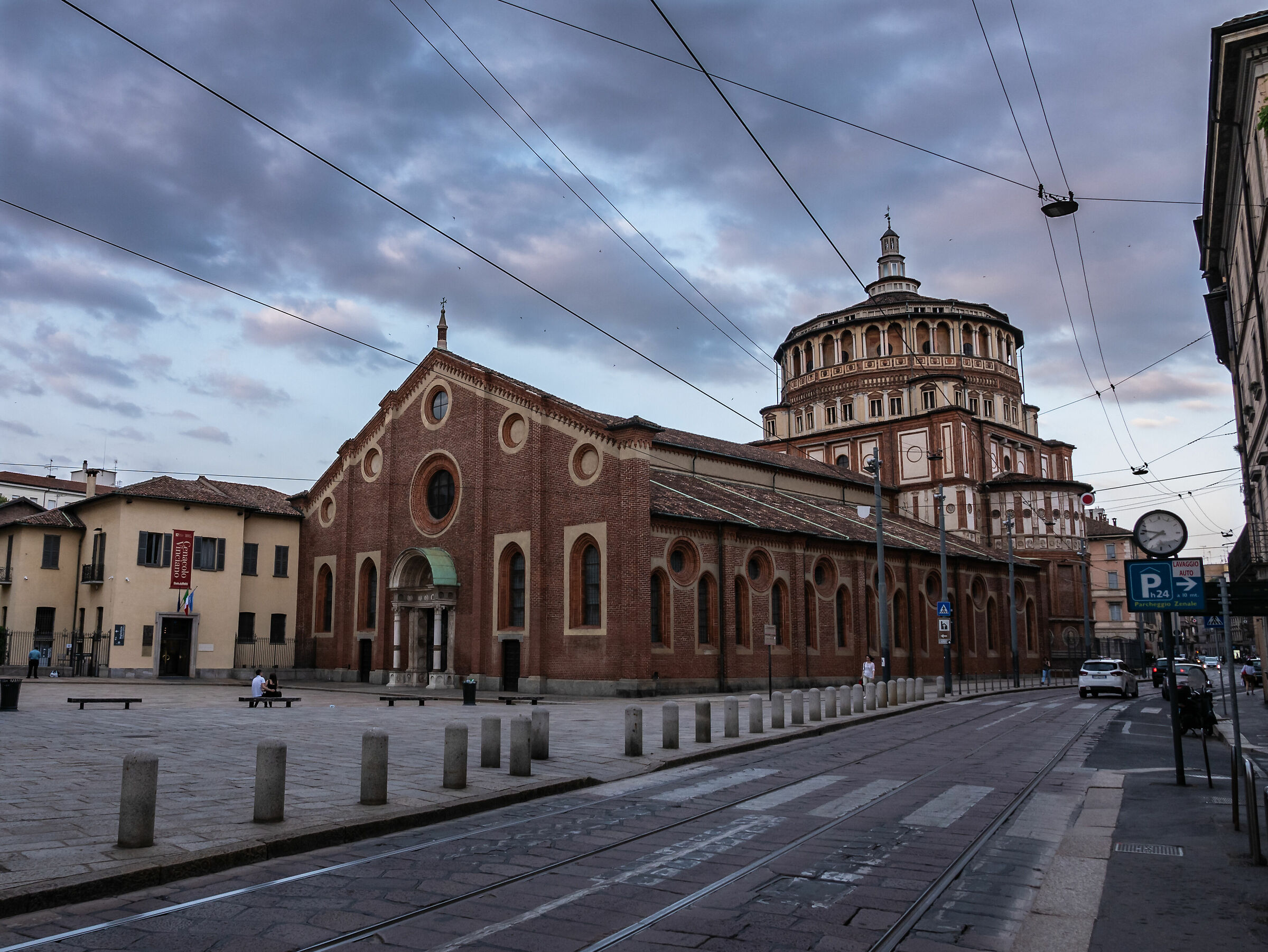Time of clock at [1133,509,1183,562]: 7:46
